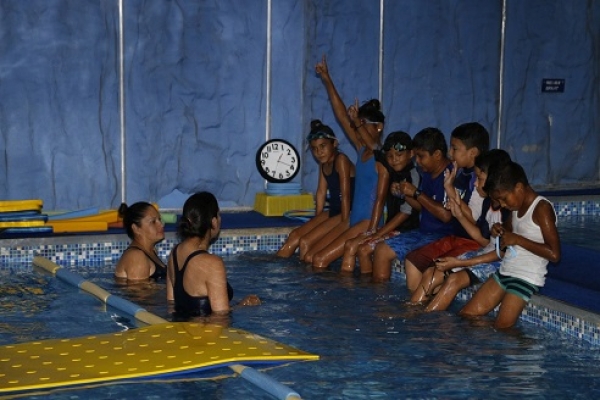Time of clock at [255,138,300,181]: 1:19
